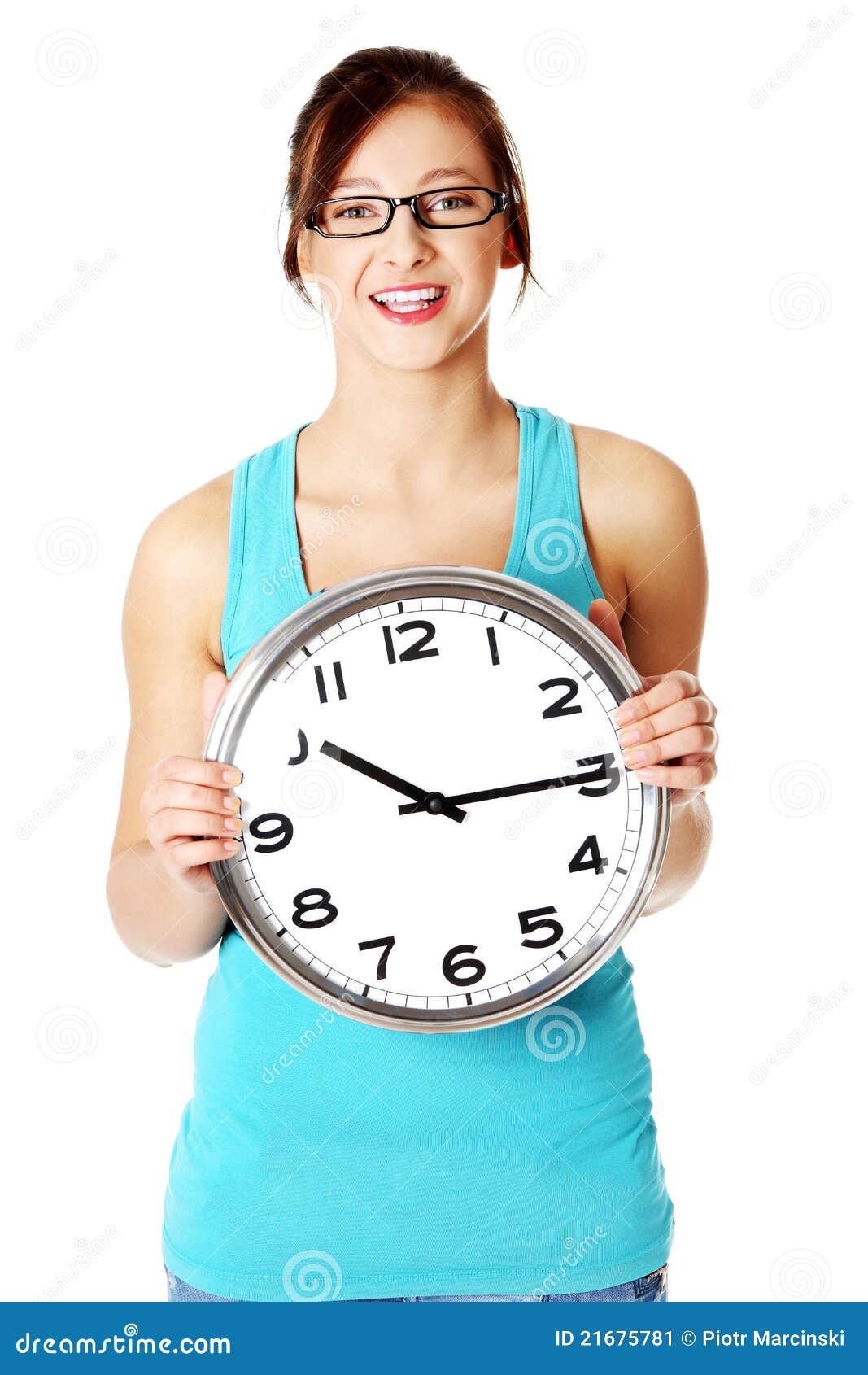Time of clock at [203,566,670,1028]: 10:15
